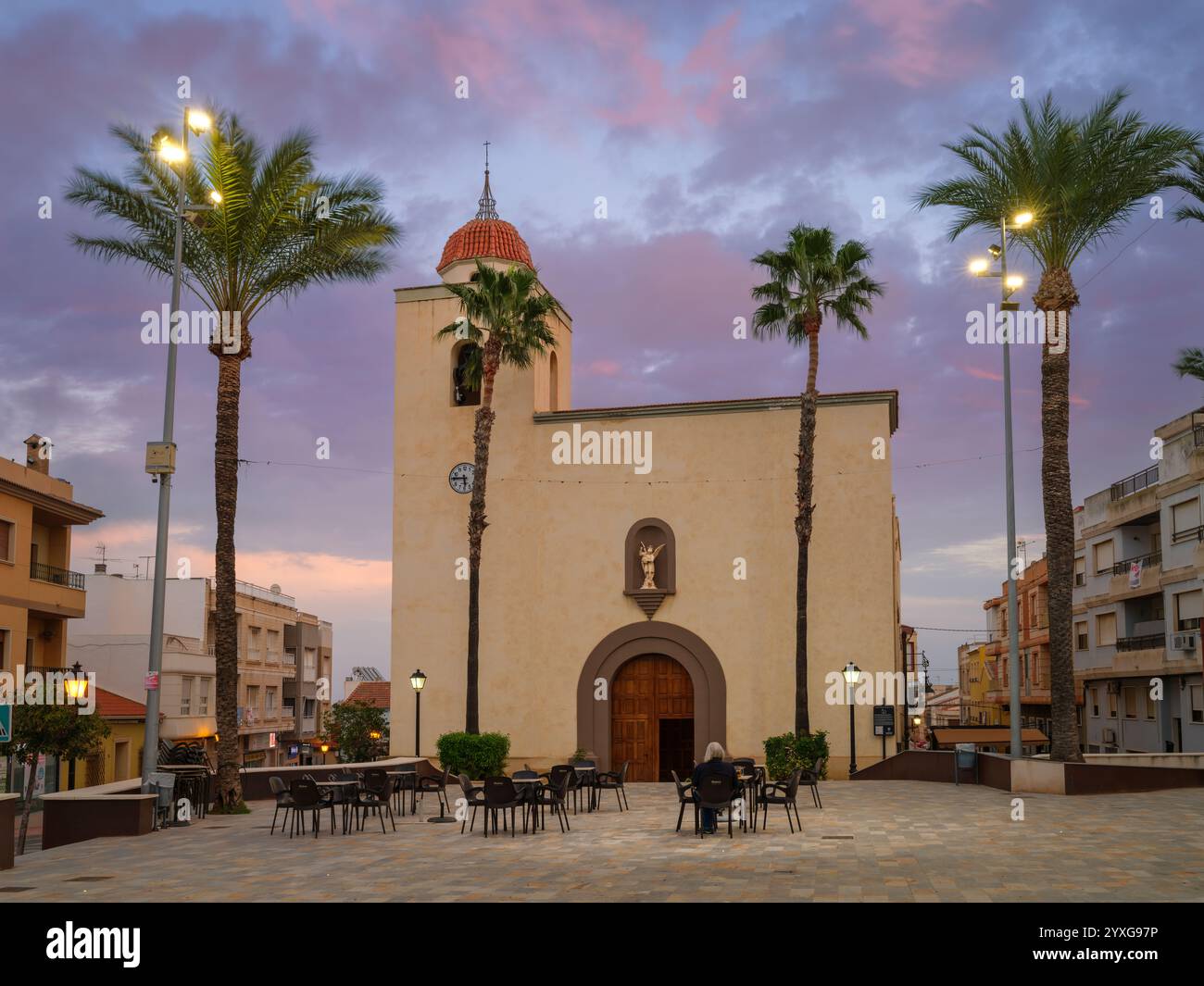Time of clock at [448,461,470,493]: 5:45
